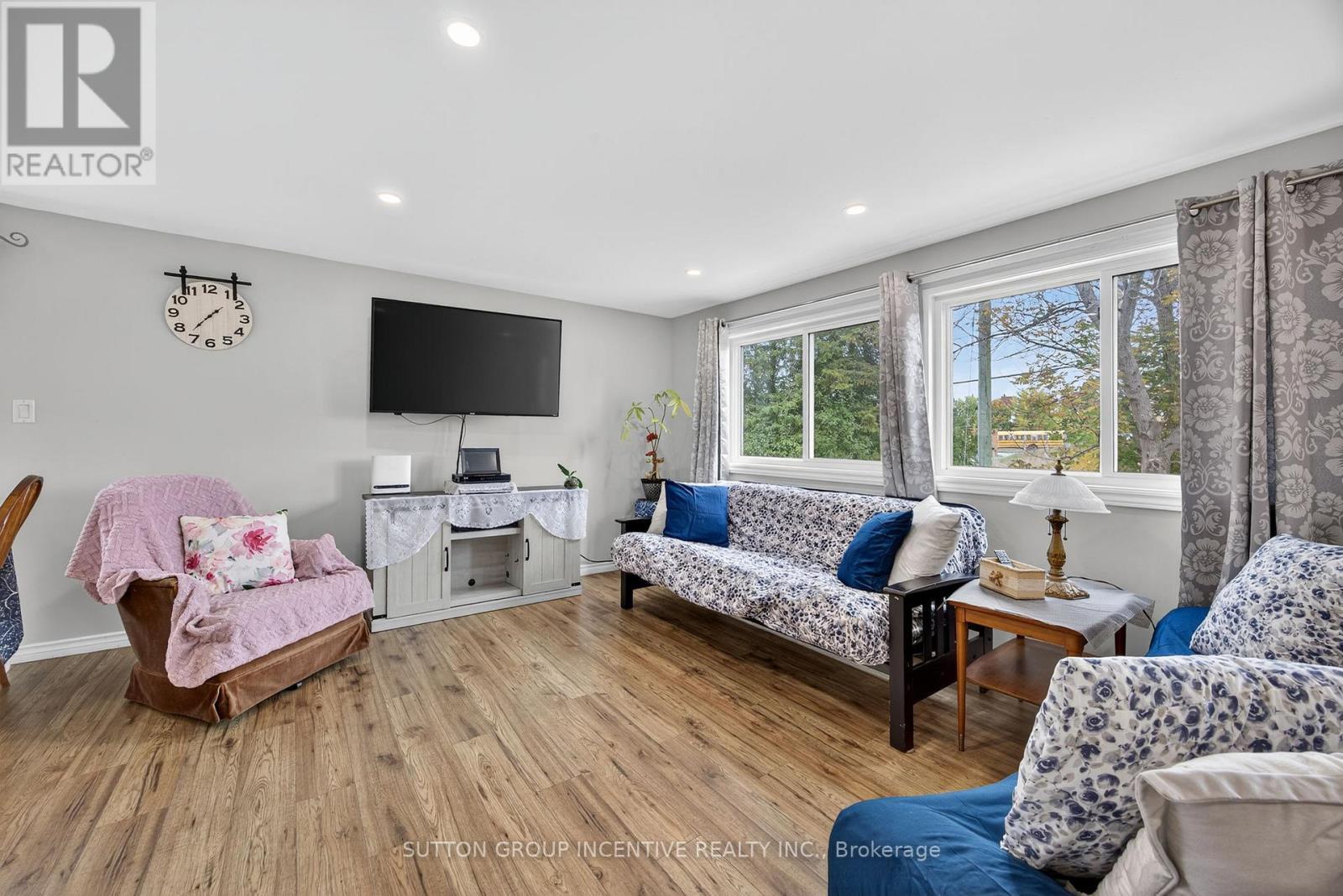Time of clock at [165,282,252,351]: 1:37
